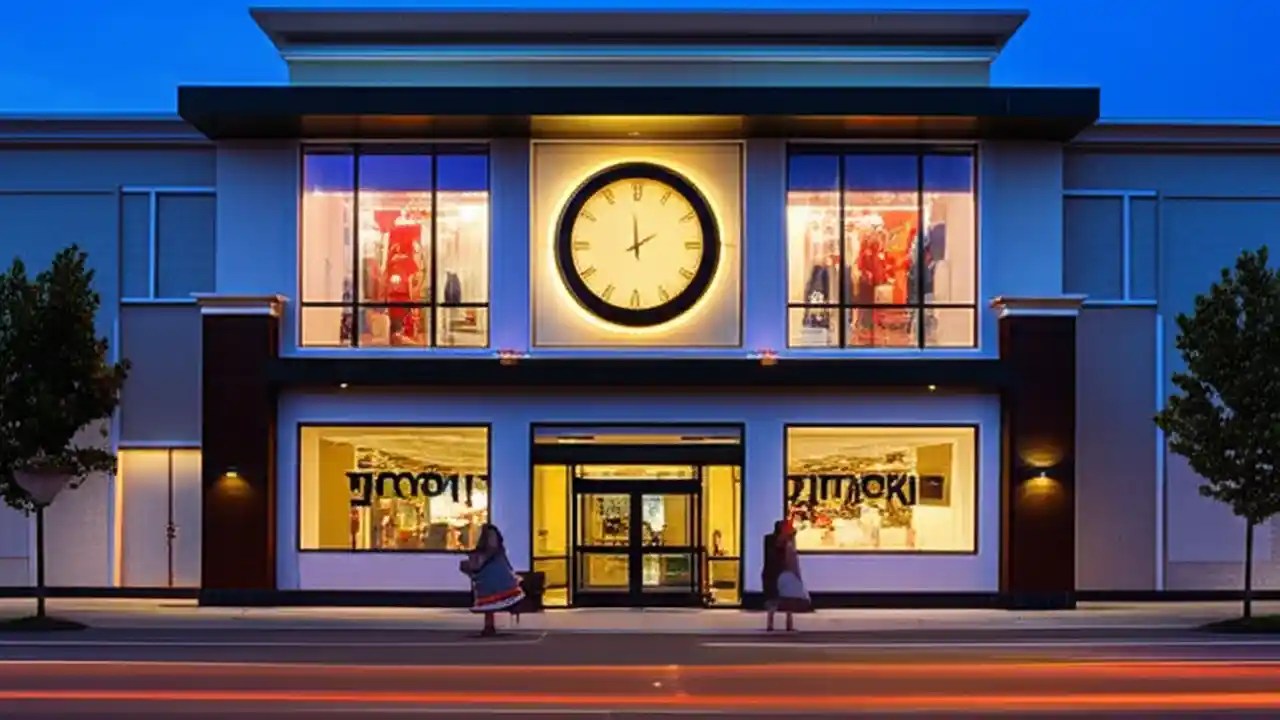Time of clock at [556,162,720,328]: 1:59
